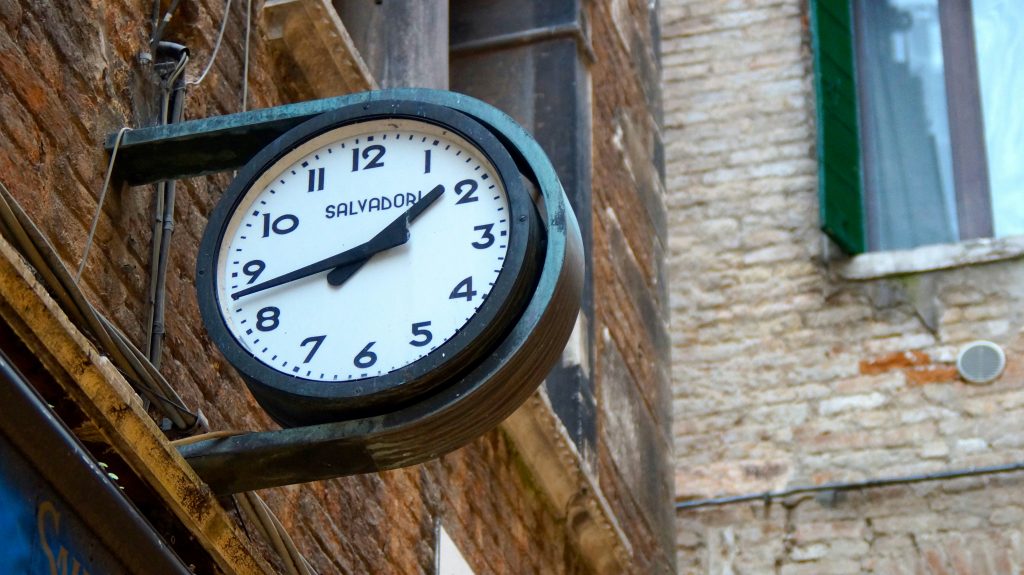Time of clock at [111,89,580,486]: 1:42
